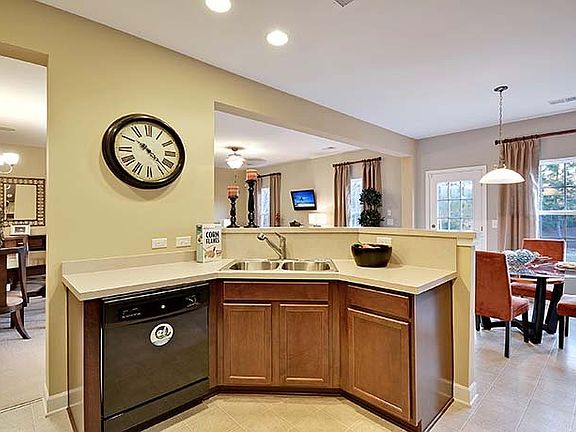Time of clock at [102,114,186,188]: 10:22
